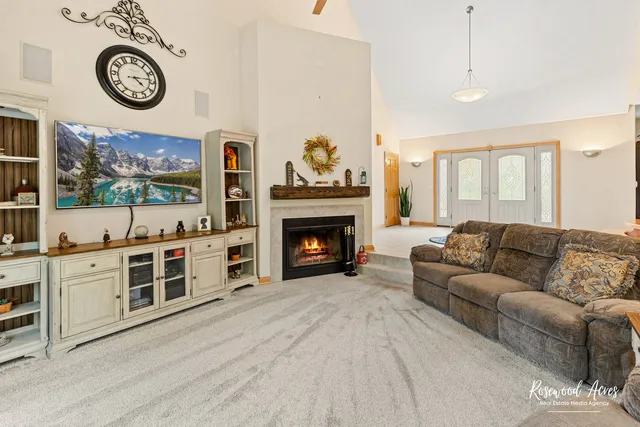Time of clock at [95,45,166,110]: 4:13
